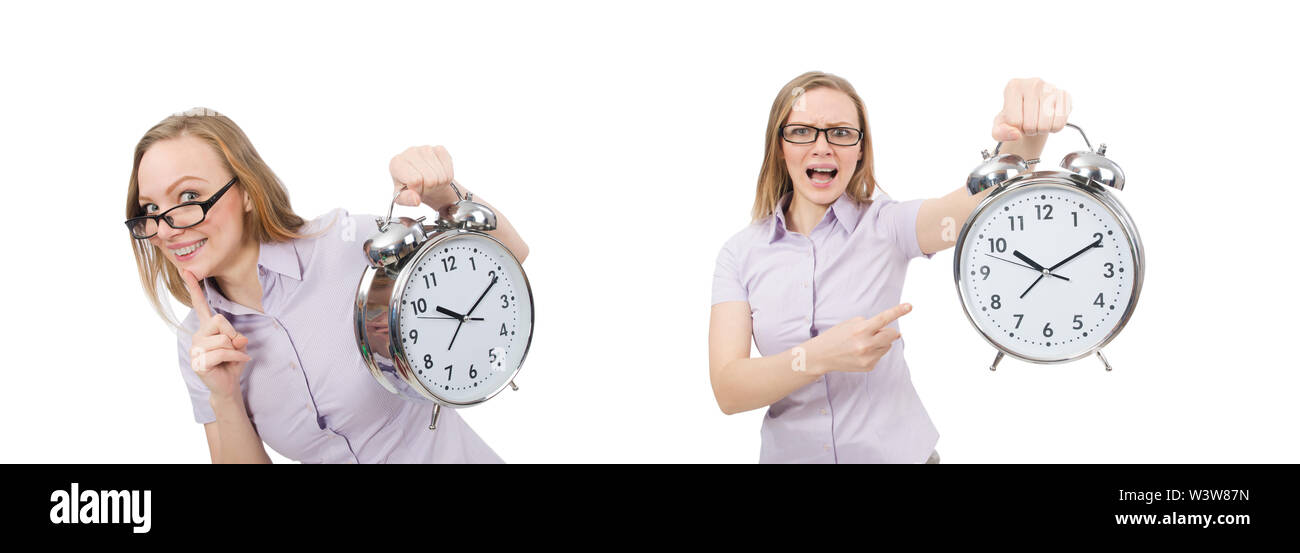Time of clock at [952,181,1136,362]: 10:10
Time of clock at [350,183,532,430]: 10:10
